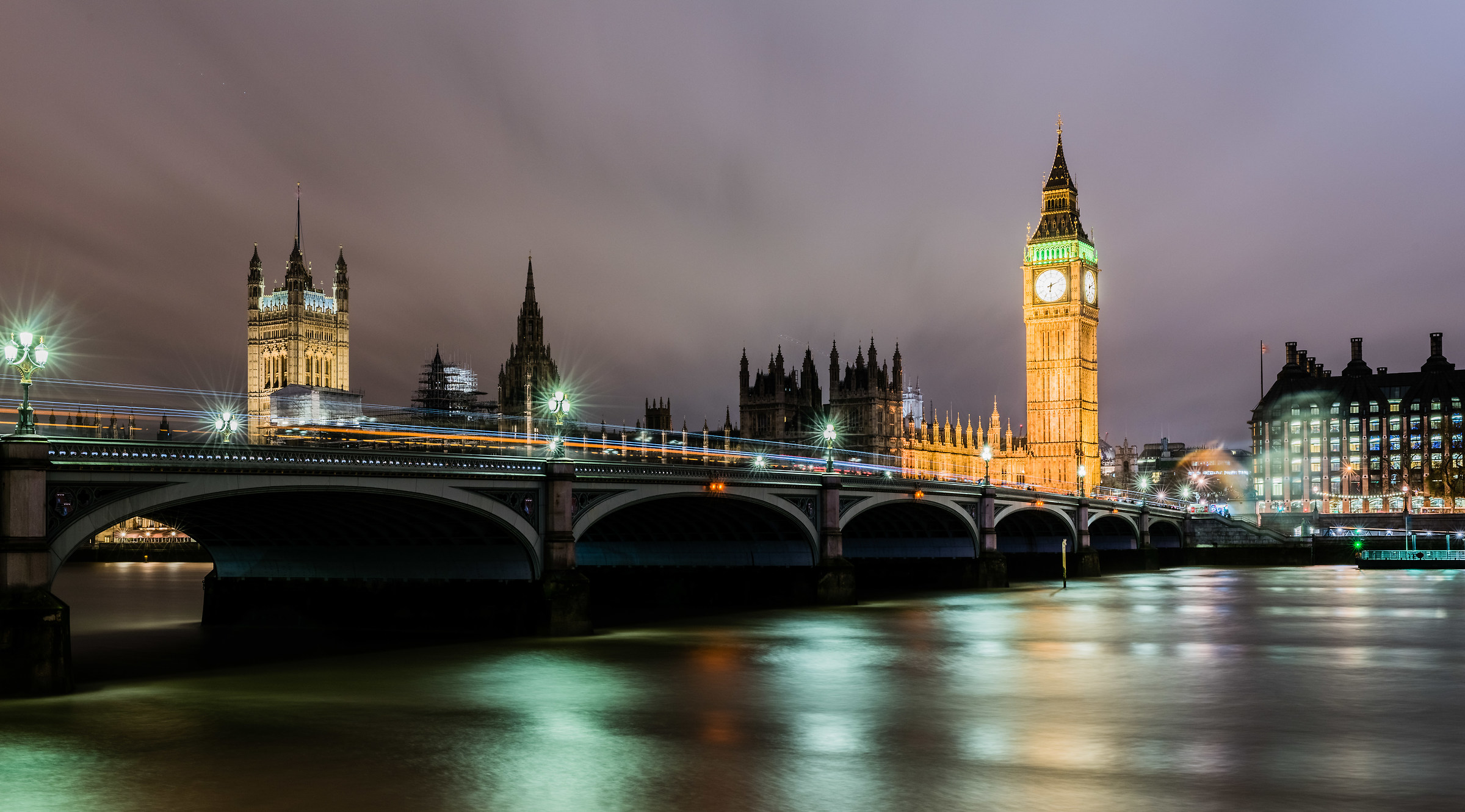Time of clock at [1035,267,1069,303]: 6:11
